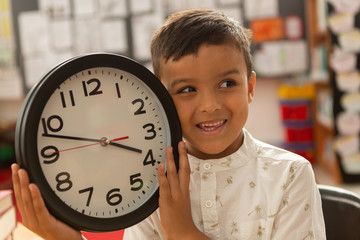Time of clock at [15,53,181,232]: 3:47
